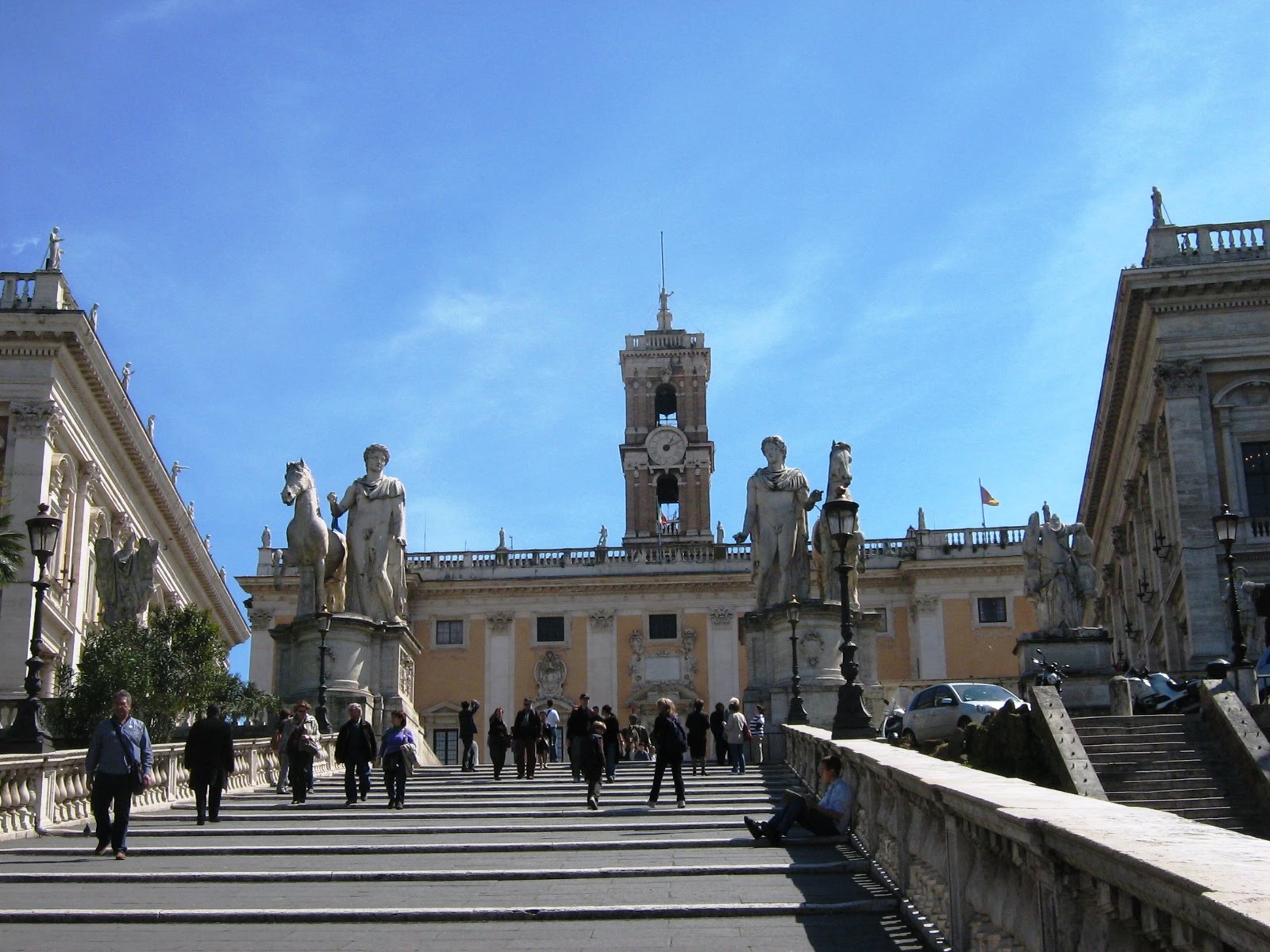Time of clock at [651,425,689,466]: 1:10
